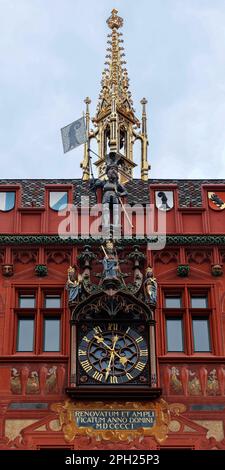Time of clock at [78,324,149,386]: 10:32
